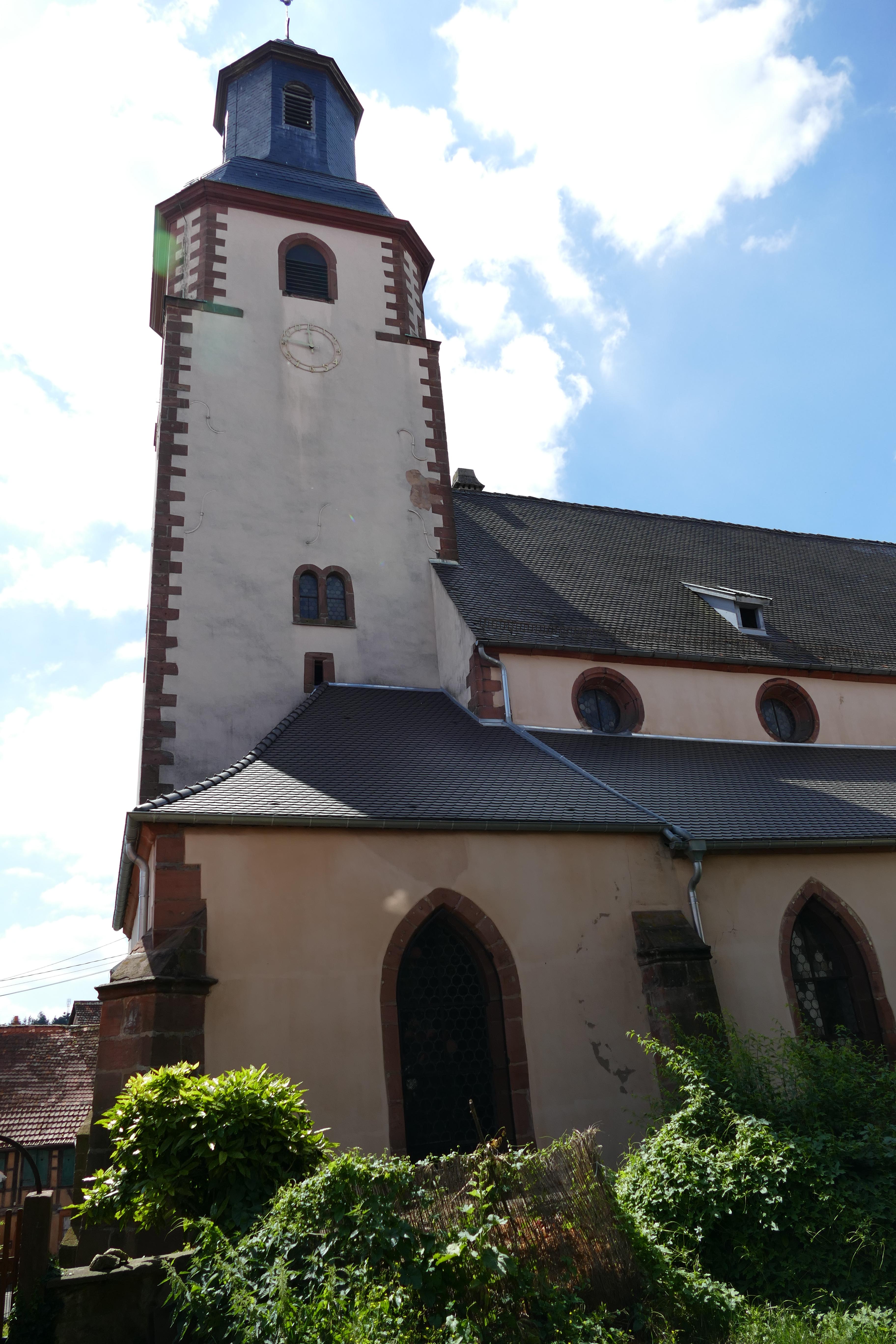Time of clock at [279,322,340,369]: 11:46
